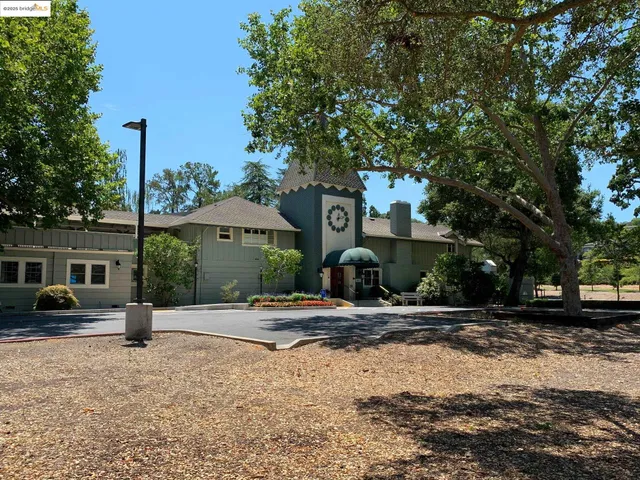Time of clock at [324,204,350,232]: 12:13
